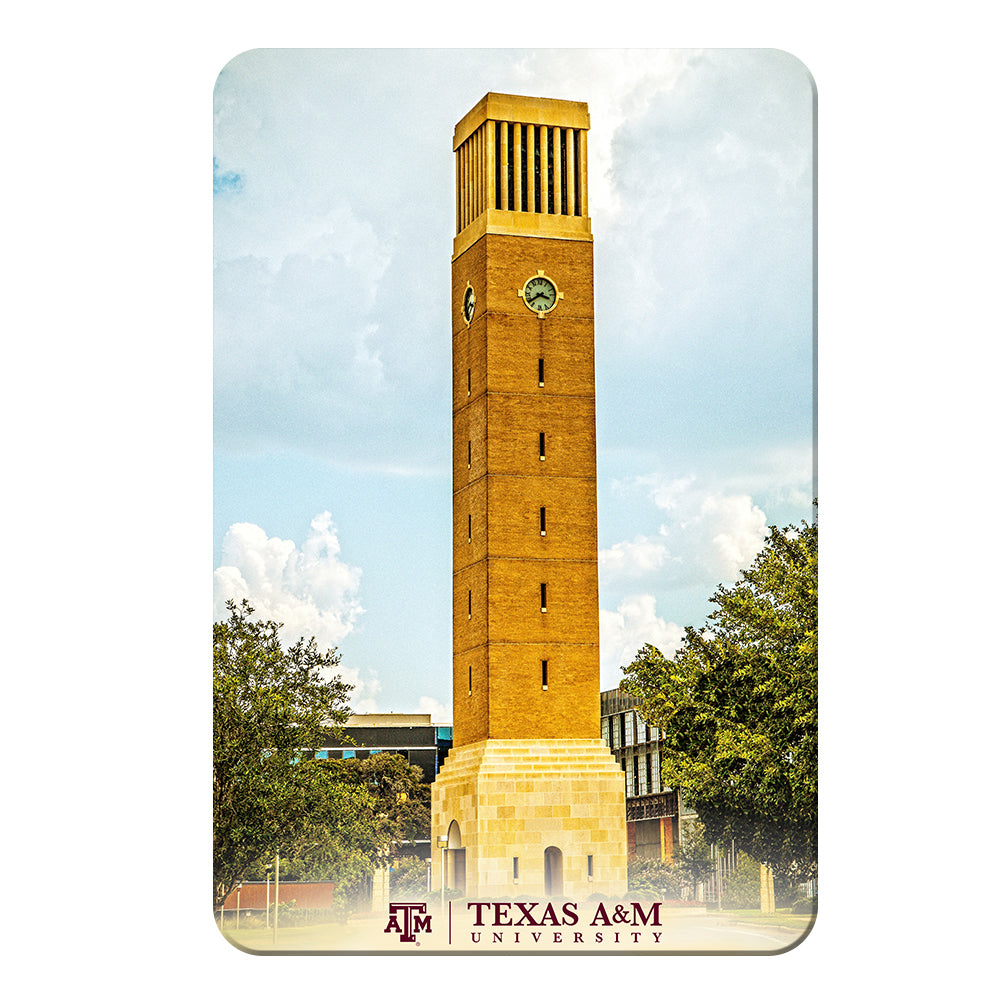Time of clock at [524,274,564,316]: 3:38
